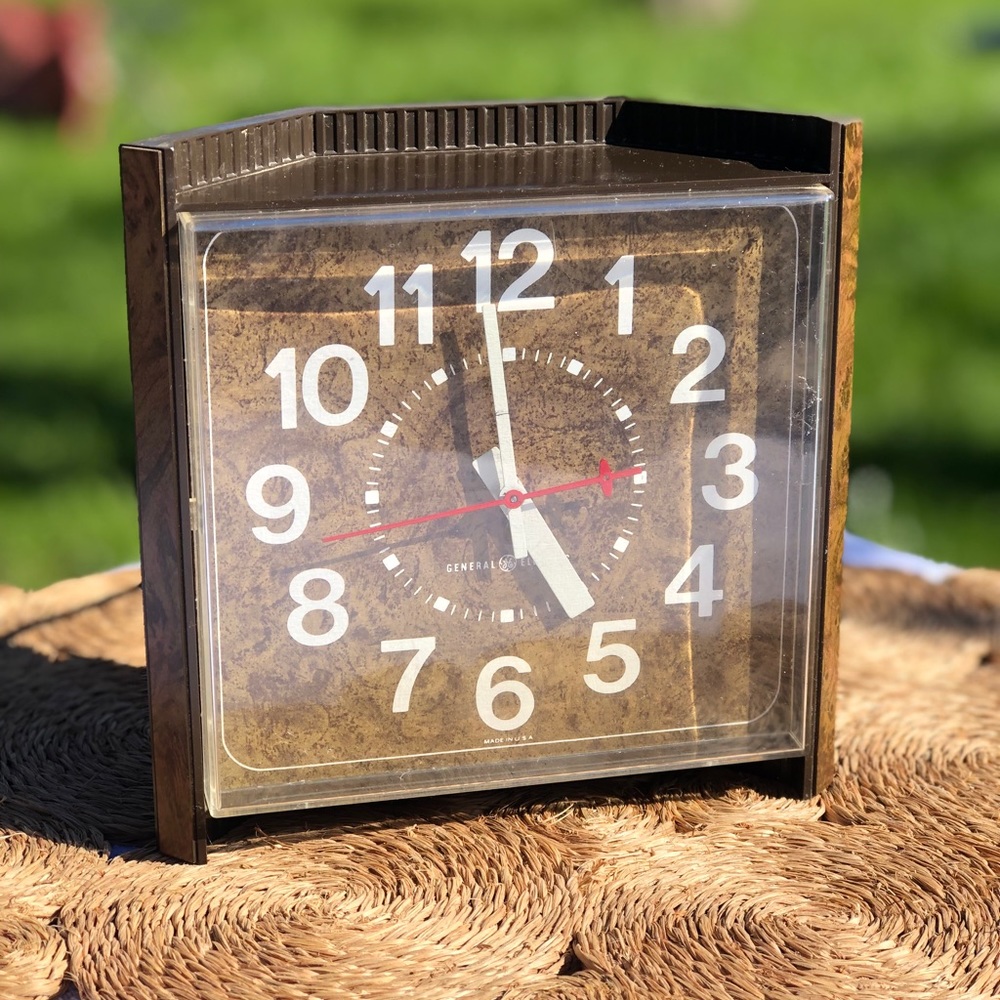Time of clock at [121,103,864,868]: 4:59
